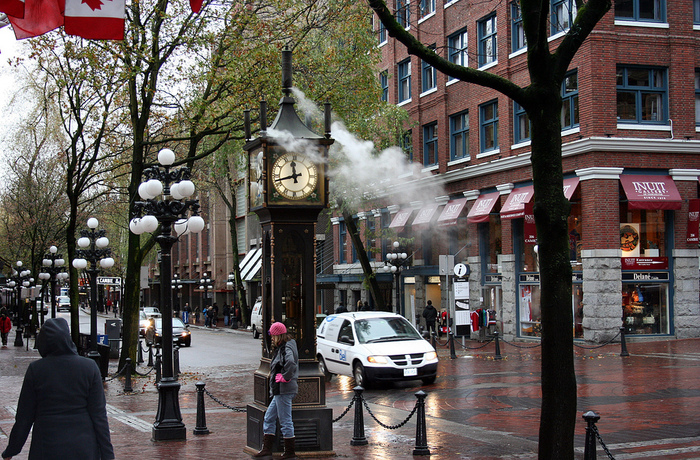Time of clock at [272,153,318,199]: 11:42
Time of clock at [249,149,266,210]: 11:42
